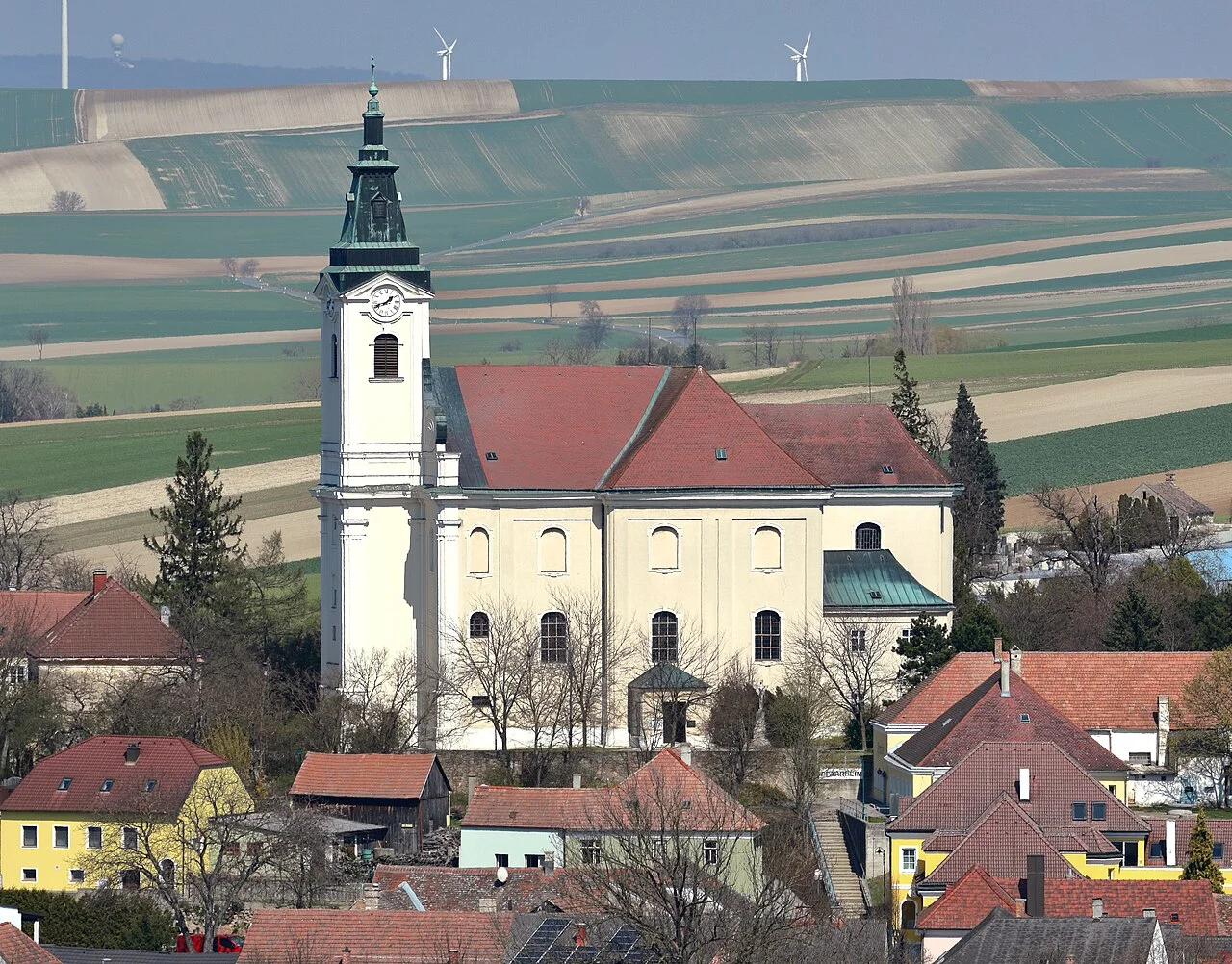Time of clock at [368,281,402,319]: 1:41
